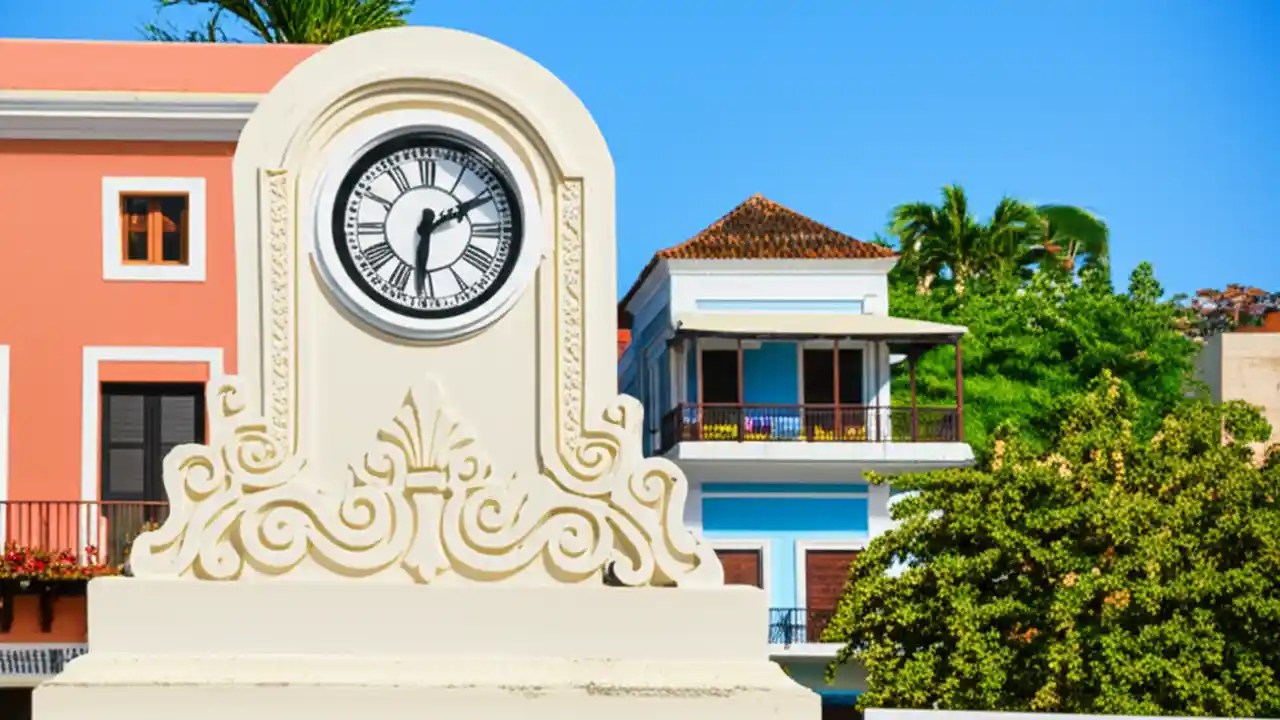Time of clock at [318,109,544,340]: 6:10
